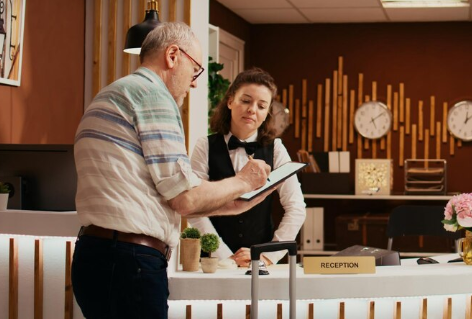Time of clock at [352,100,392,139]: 5:08
